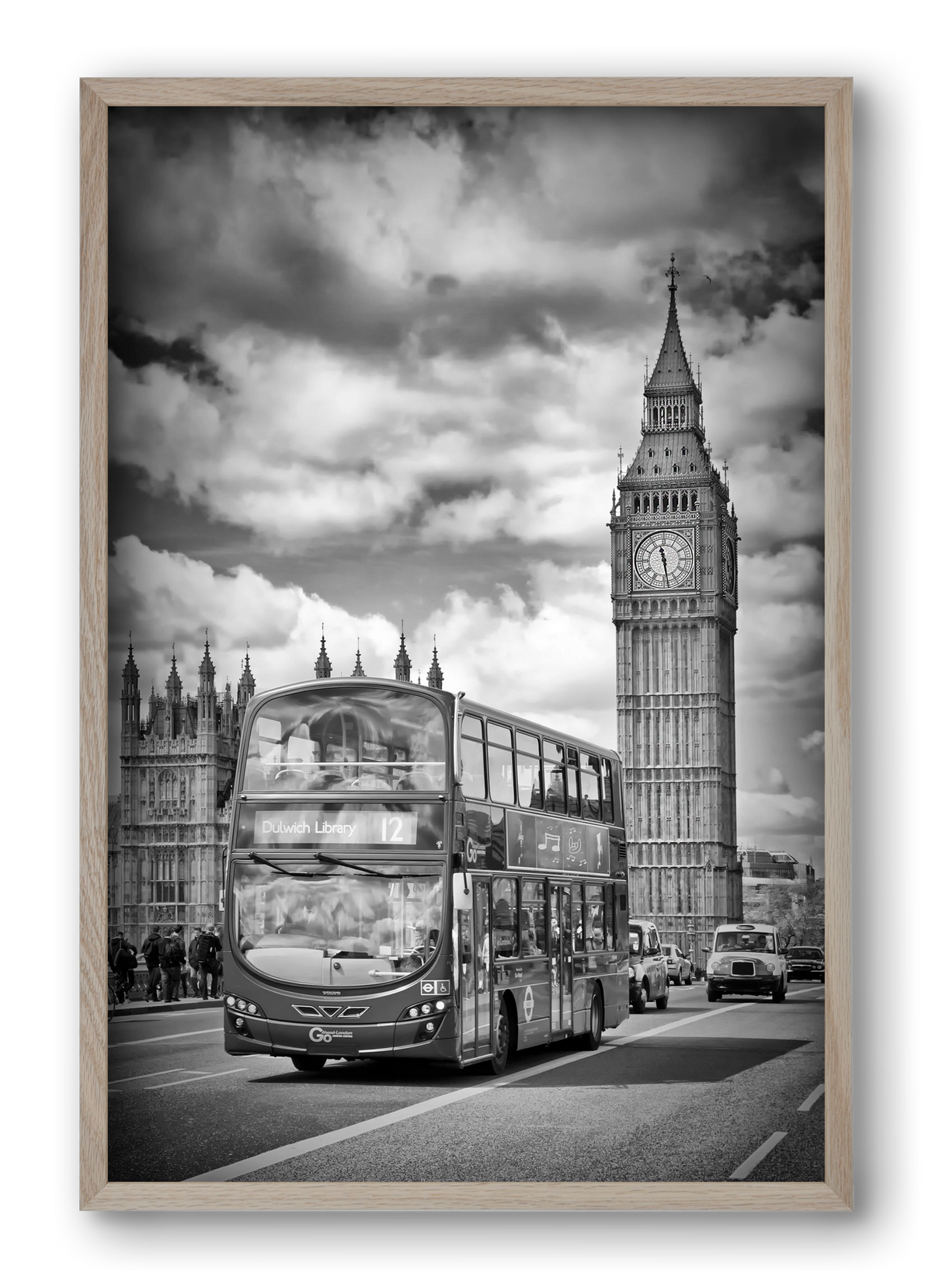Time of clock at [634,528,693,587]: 11:28
